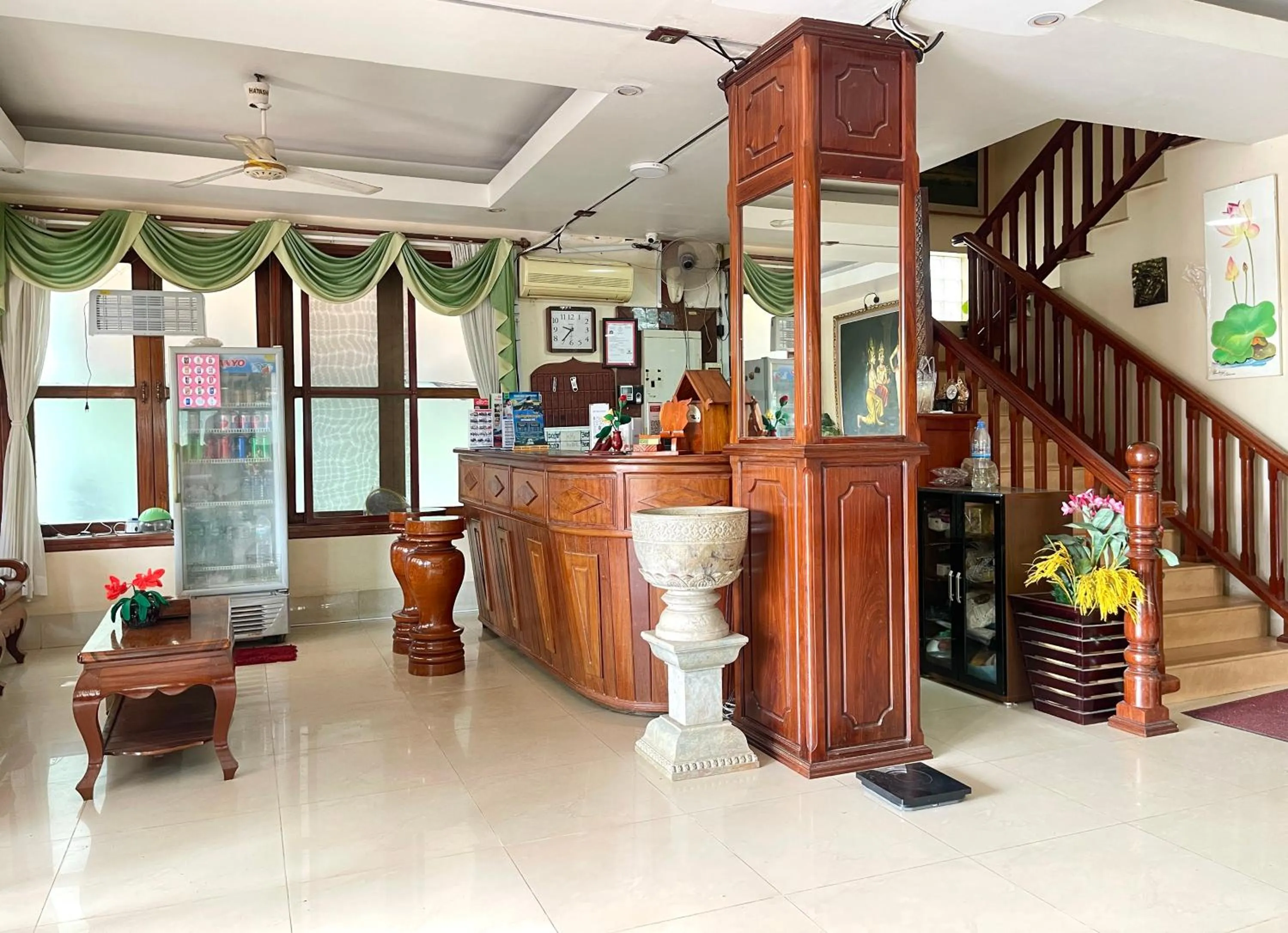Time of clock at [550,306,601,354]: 9:36
